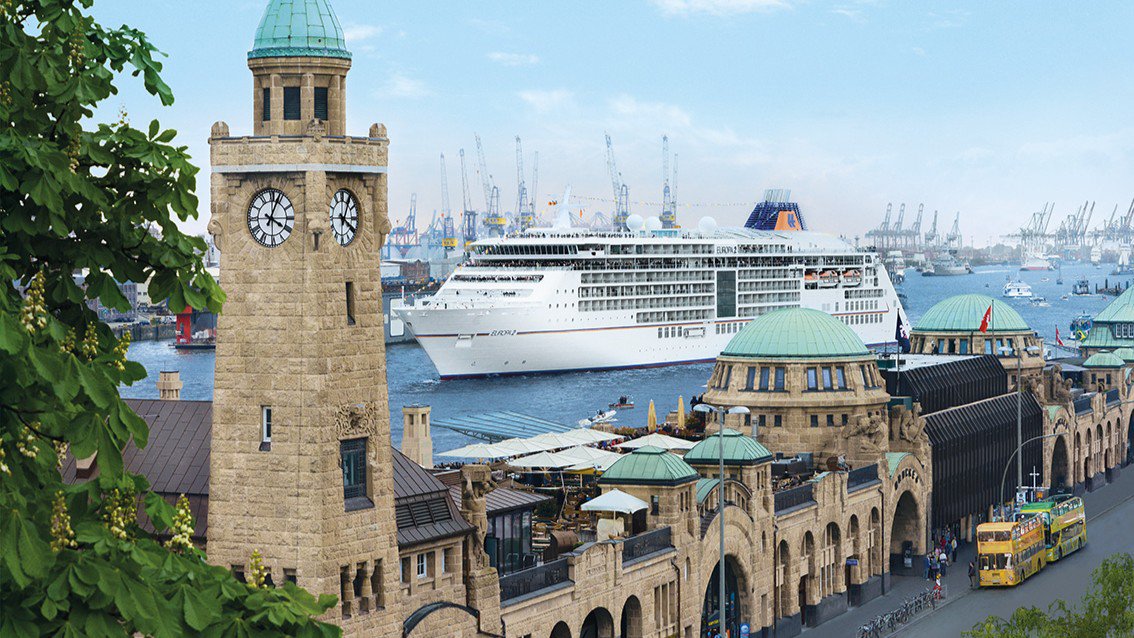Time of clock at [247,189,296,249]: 4:04
